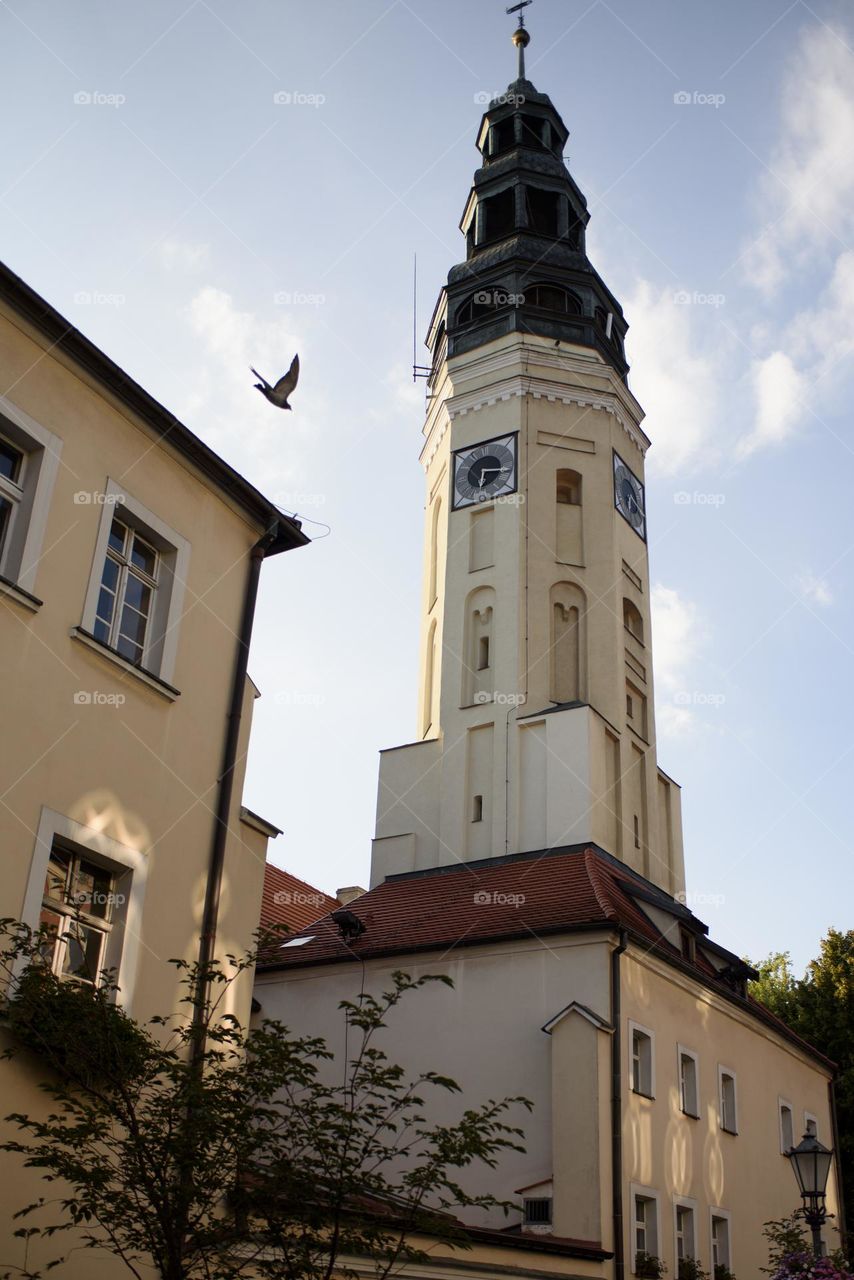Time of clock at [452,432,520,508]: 6:17
